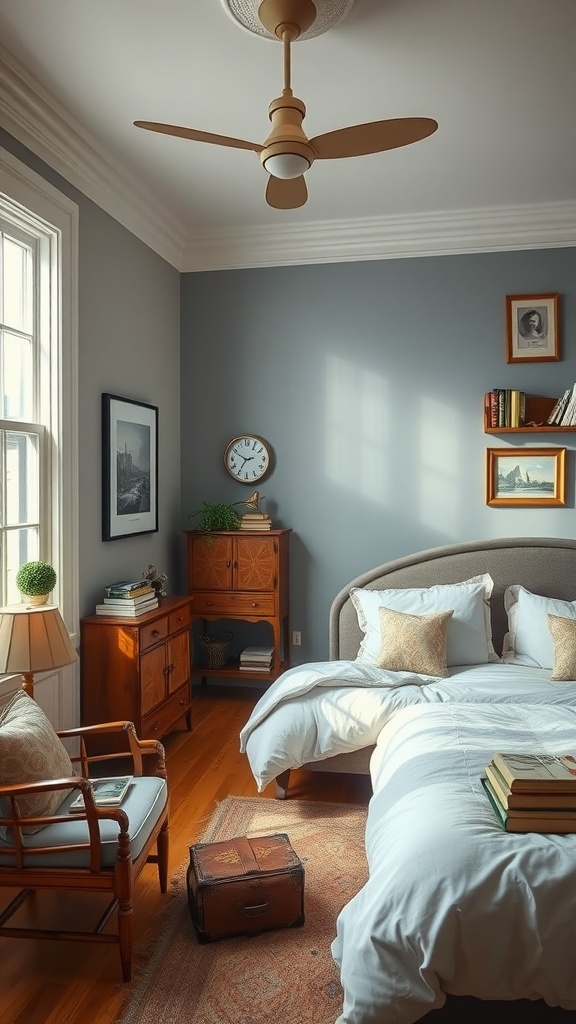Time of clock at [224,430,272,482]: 2:35
